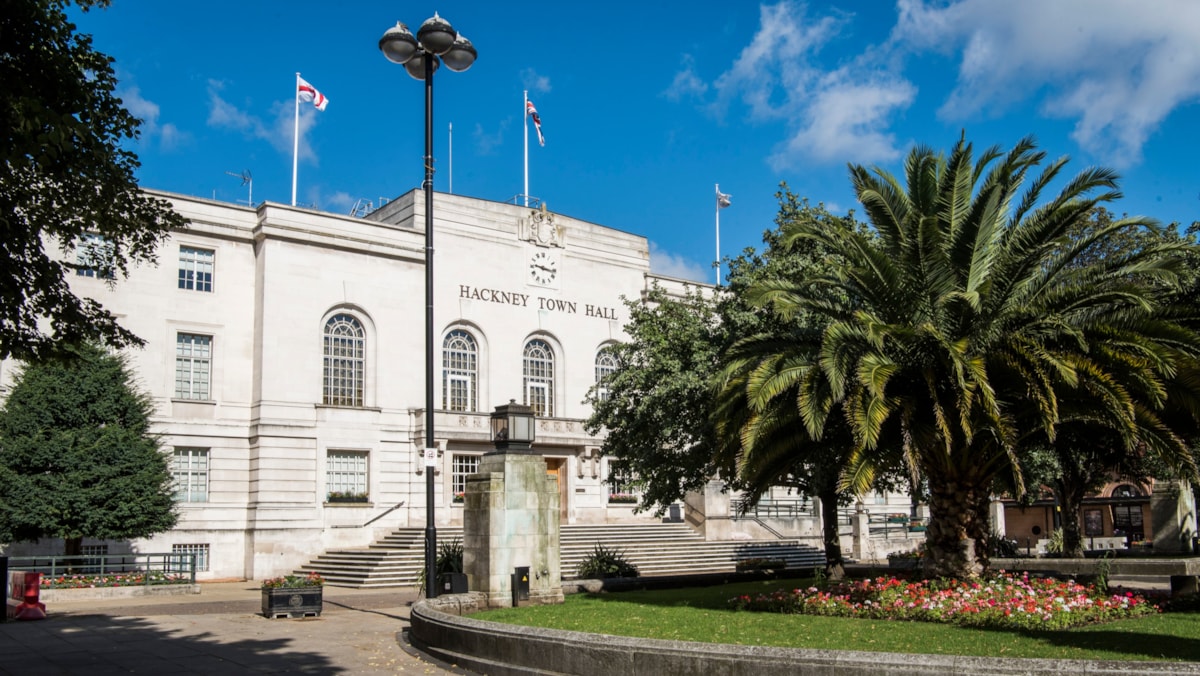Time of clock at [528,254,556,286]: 9:16
